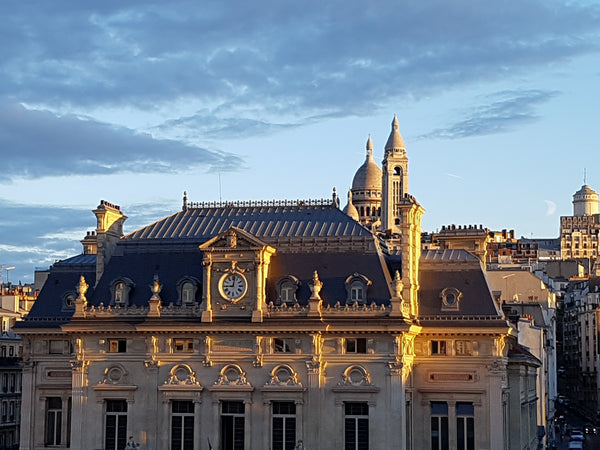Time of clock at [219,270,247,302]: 9:01
